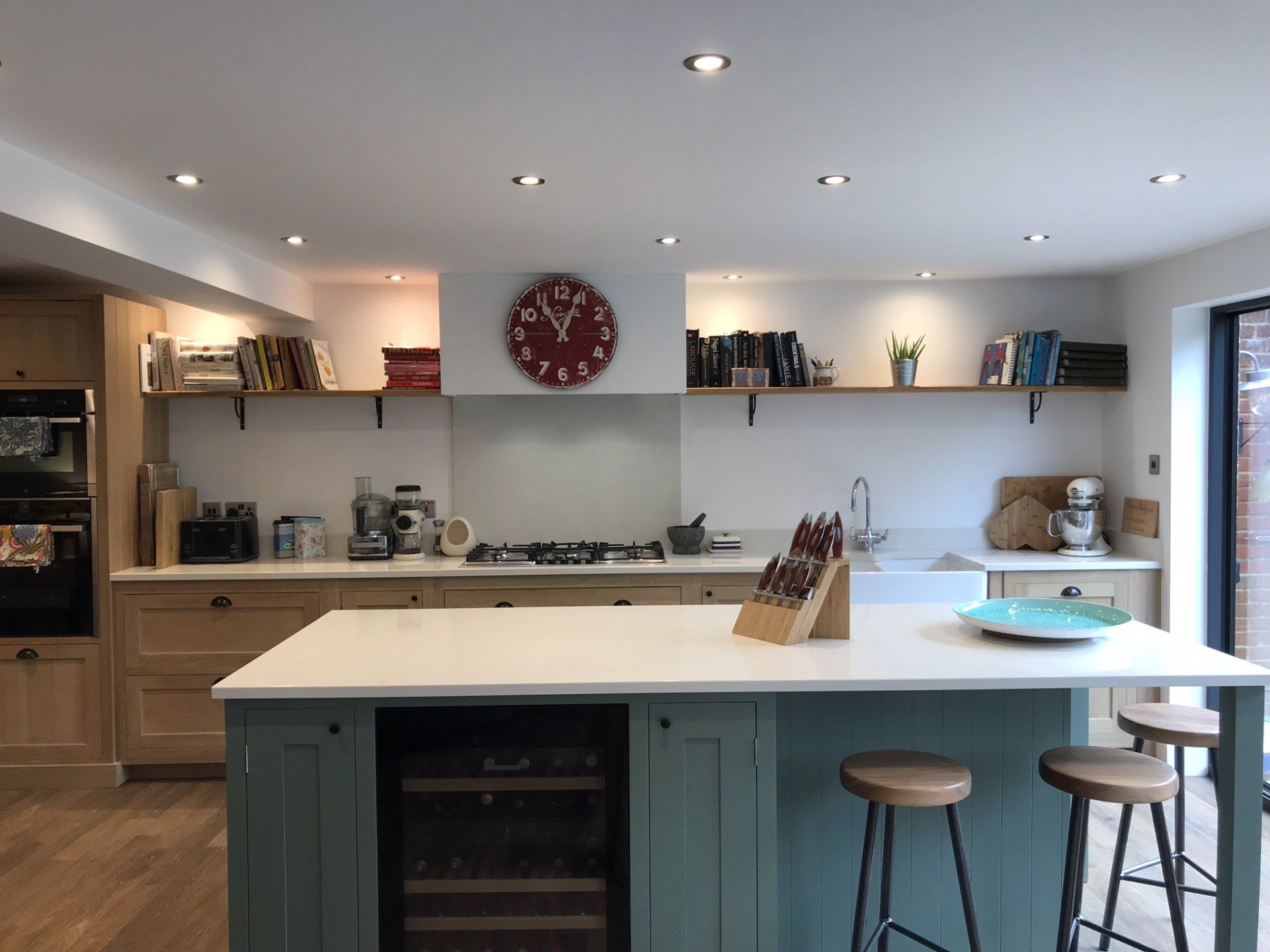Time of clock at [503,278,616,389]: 11:04
